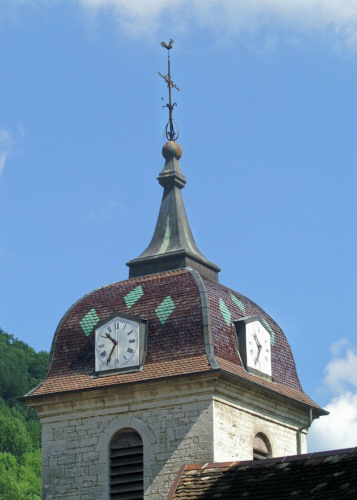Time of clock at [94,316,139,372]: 10:35
